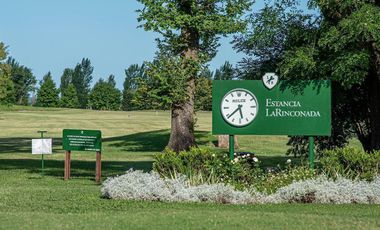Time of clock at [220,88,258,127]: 5:38
